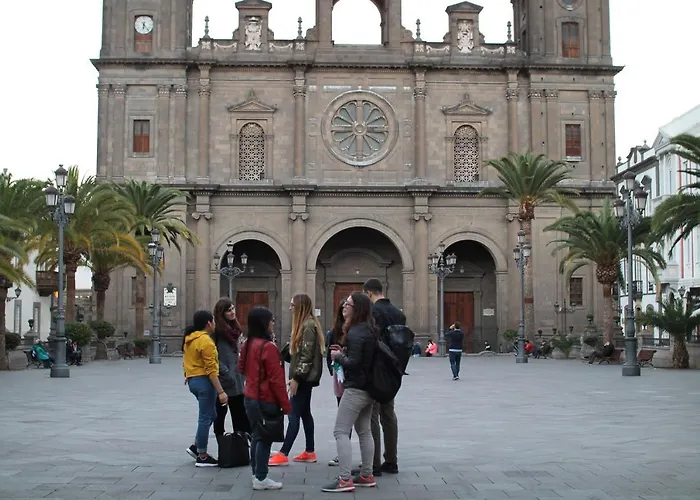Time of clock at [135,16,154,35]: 6:23
